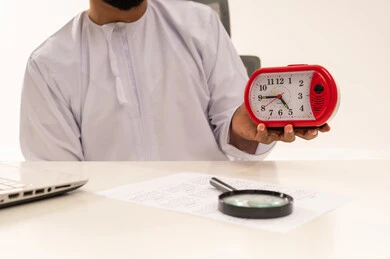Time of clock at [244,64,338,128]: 4:45
